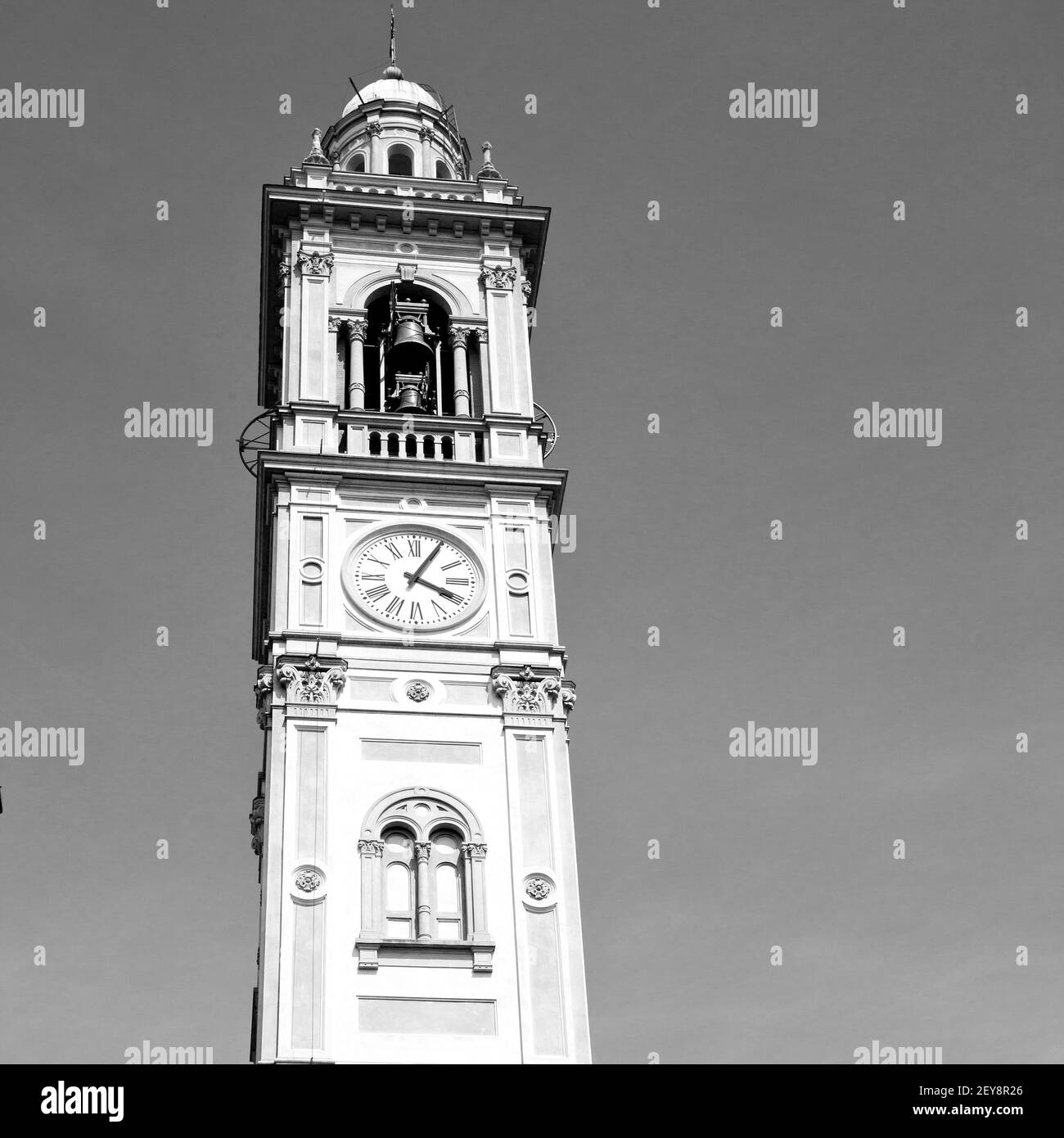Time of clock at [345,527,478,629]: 4:04
